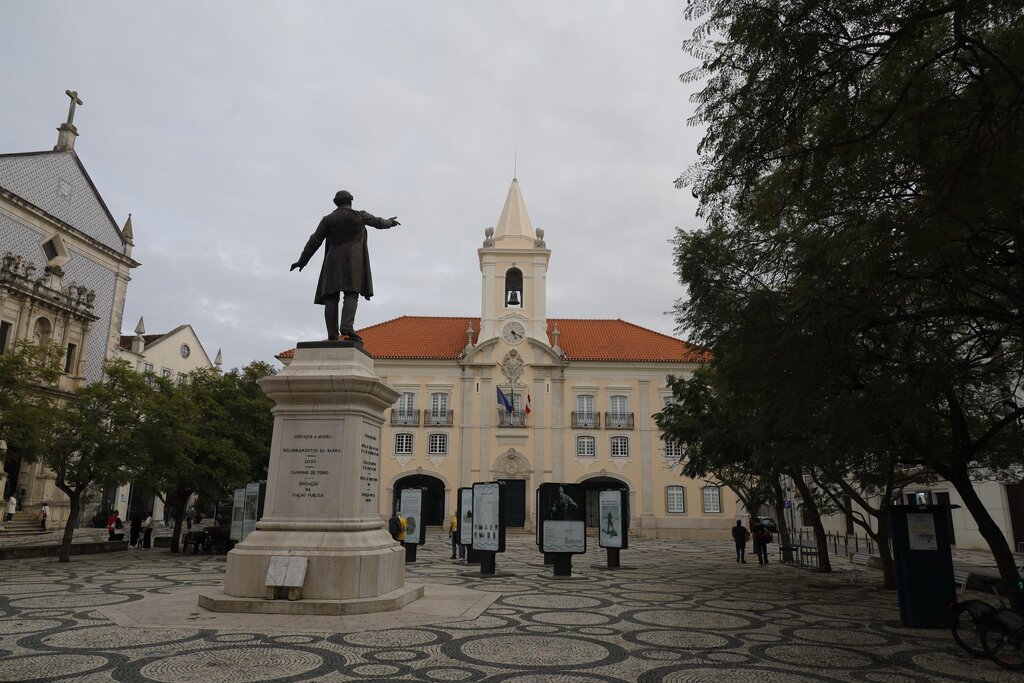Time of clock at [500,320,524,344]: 5:18
